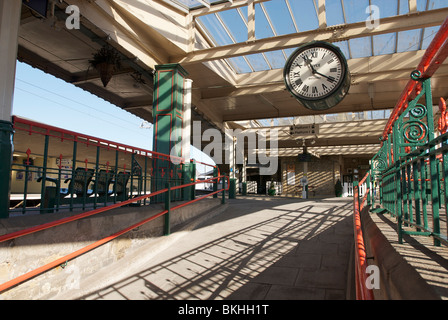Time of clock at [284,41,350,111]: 11:19
